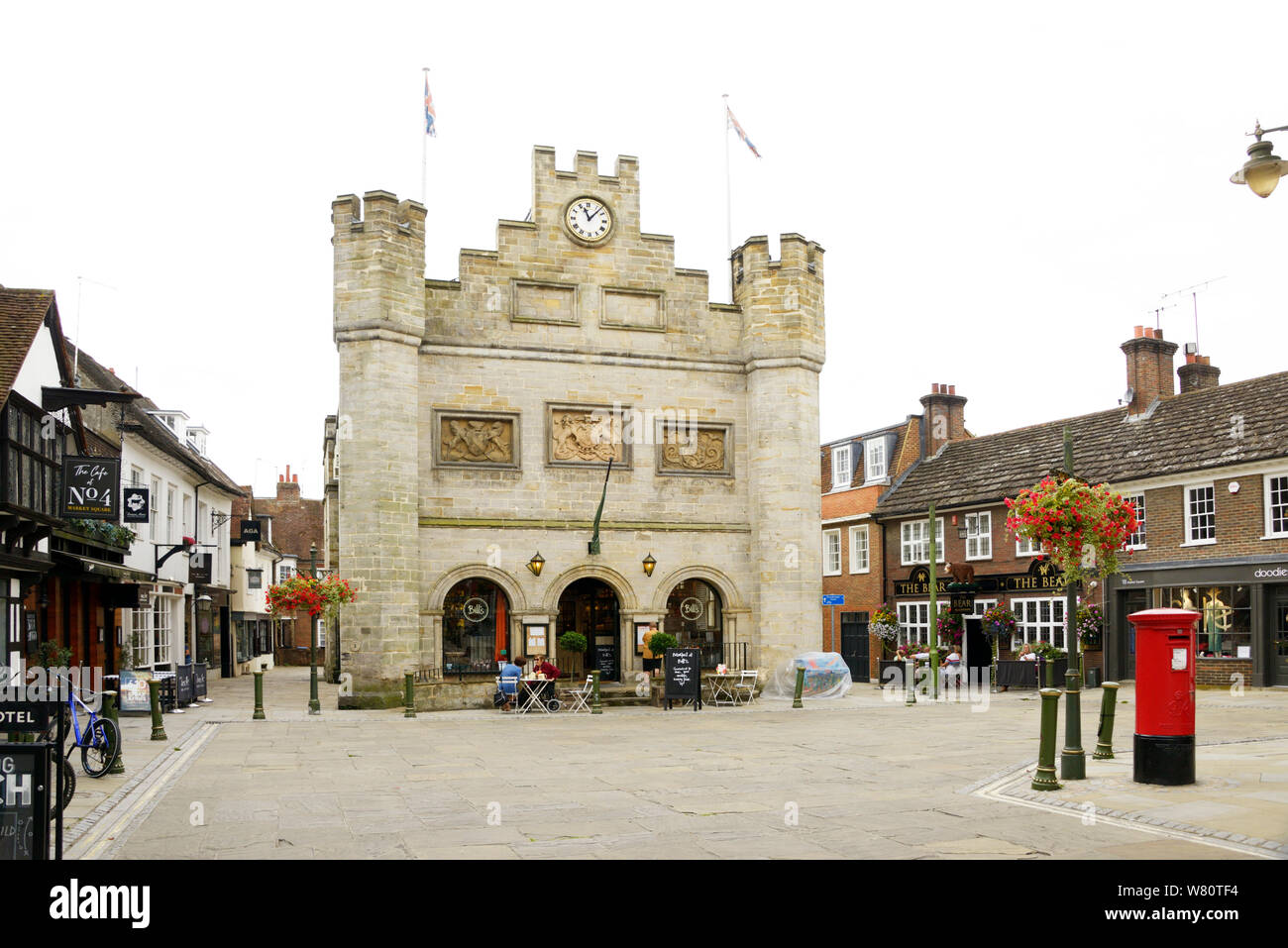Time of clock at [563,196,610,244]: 11:07
